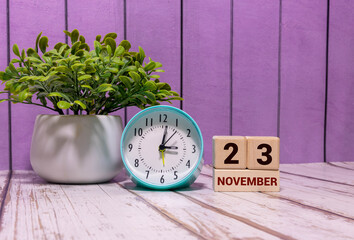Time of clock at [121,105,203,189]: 3:01
